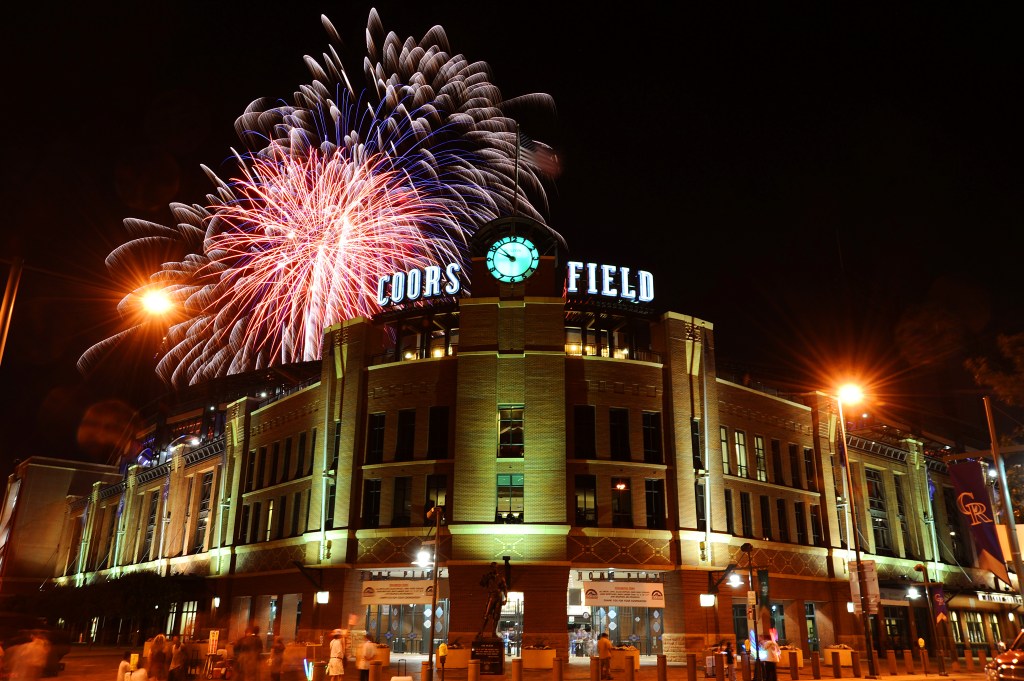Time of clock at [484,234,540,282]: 9:52
